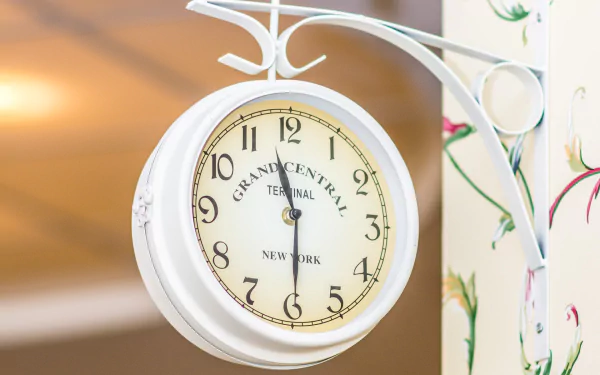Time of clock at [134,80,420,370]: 11:29
